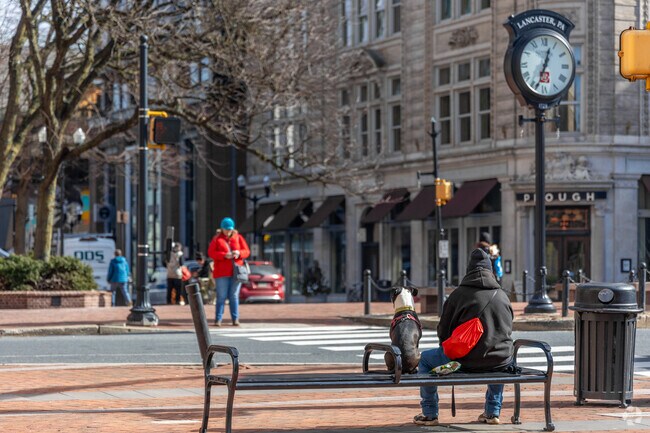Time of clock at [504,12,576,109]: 12:33
